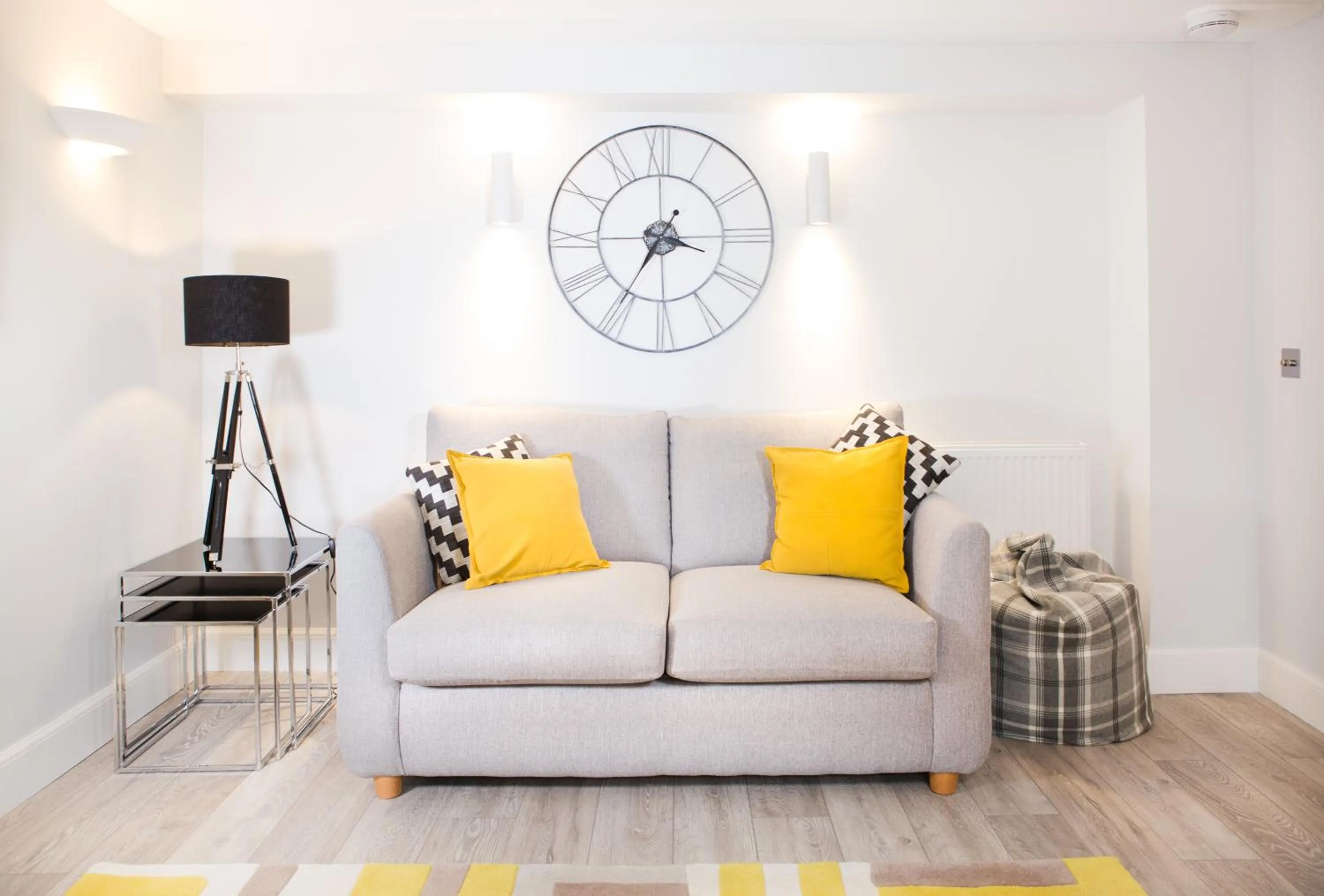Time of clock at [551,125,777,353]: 3:35
